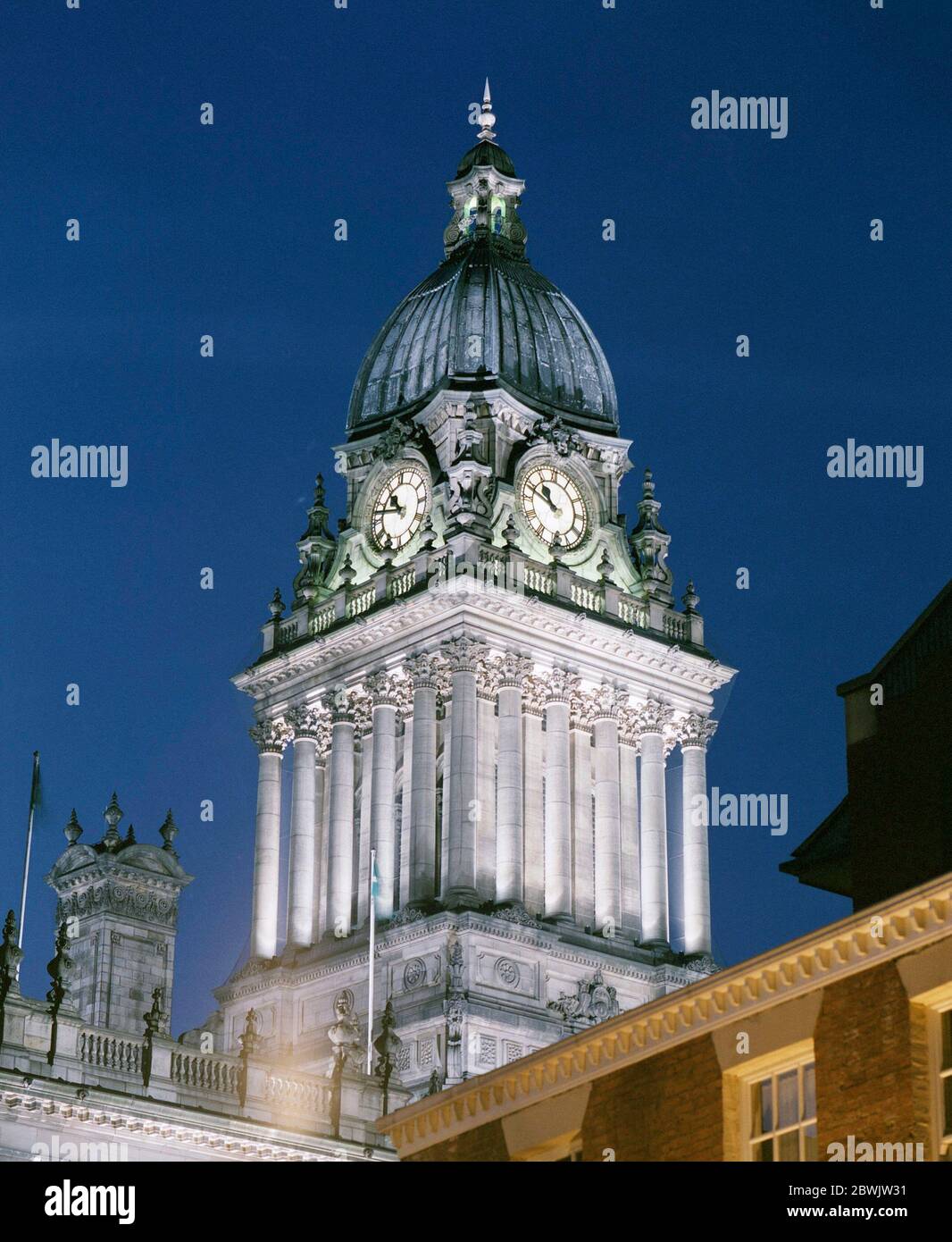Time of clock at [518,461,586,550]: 10:48
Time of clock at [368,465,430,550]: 10:47
